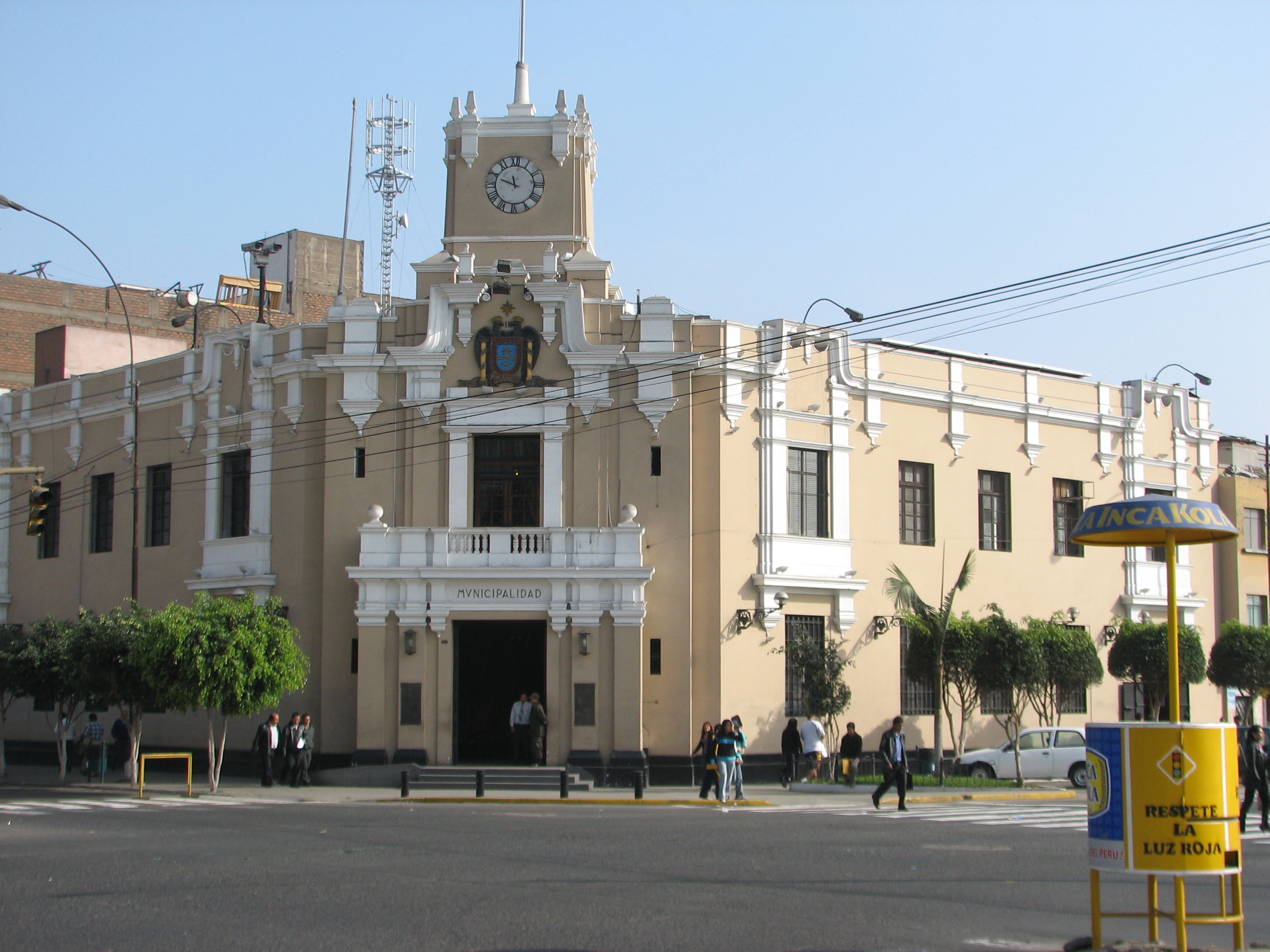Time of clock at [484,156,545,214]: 11:48
